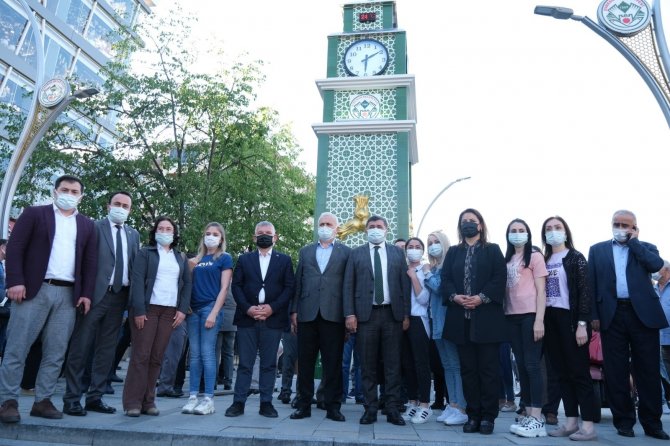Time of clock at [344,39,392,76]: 6:09
